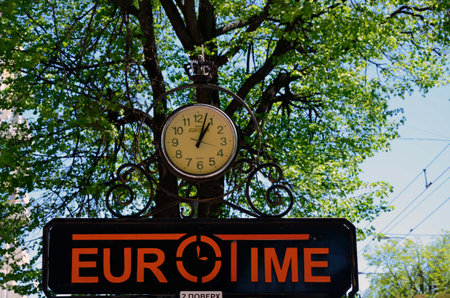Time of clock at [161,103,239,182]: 1:03
